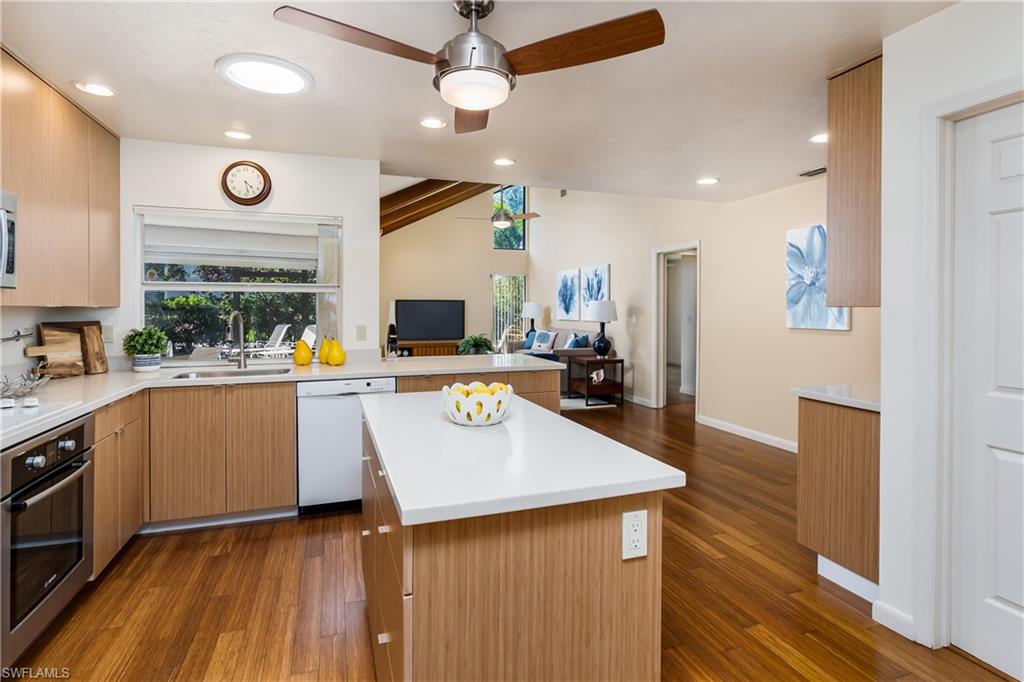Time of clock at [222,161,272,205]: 4:28
